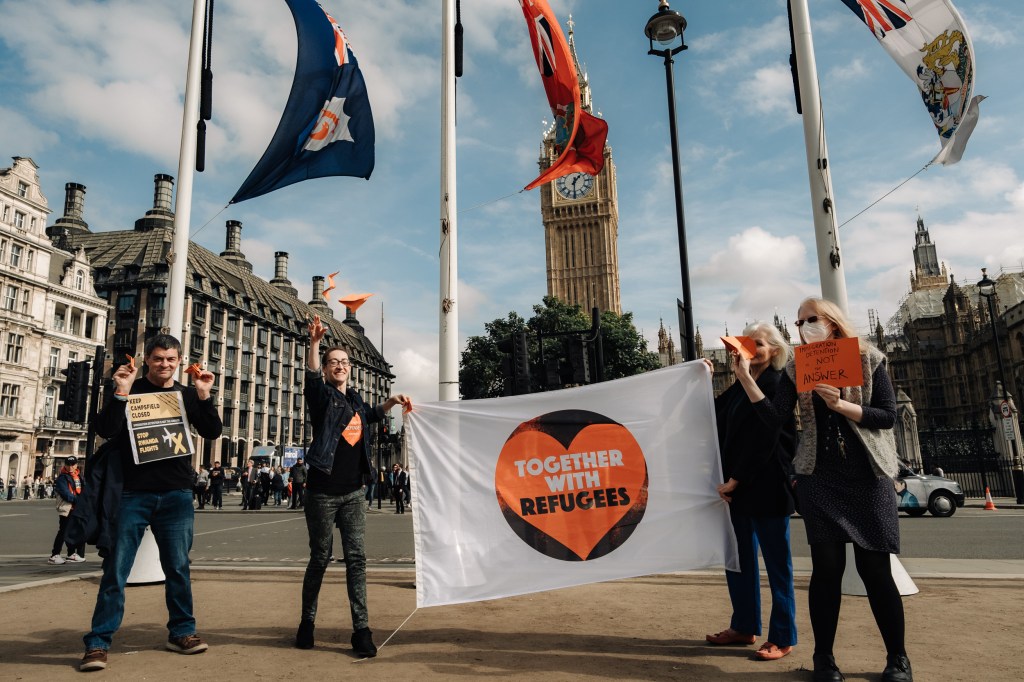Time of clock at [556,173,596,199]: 1:30
